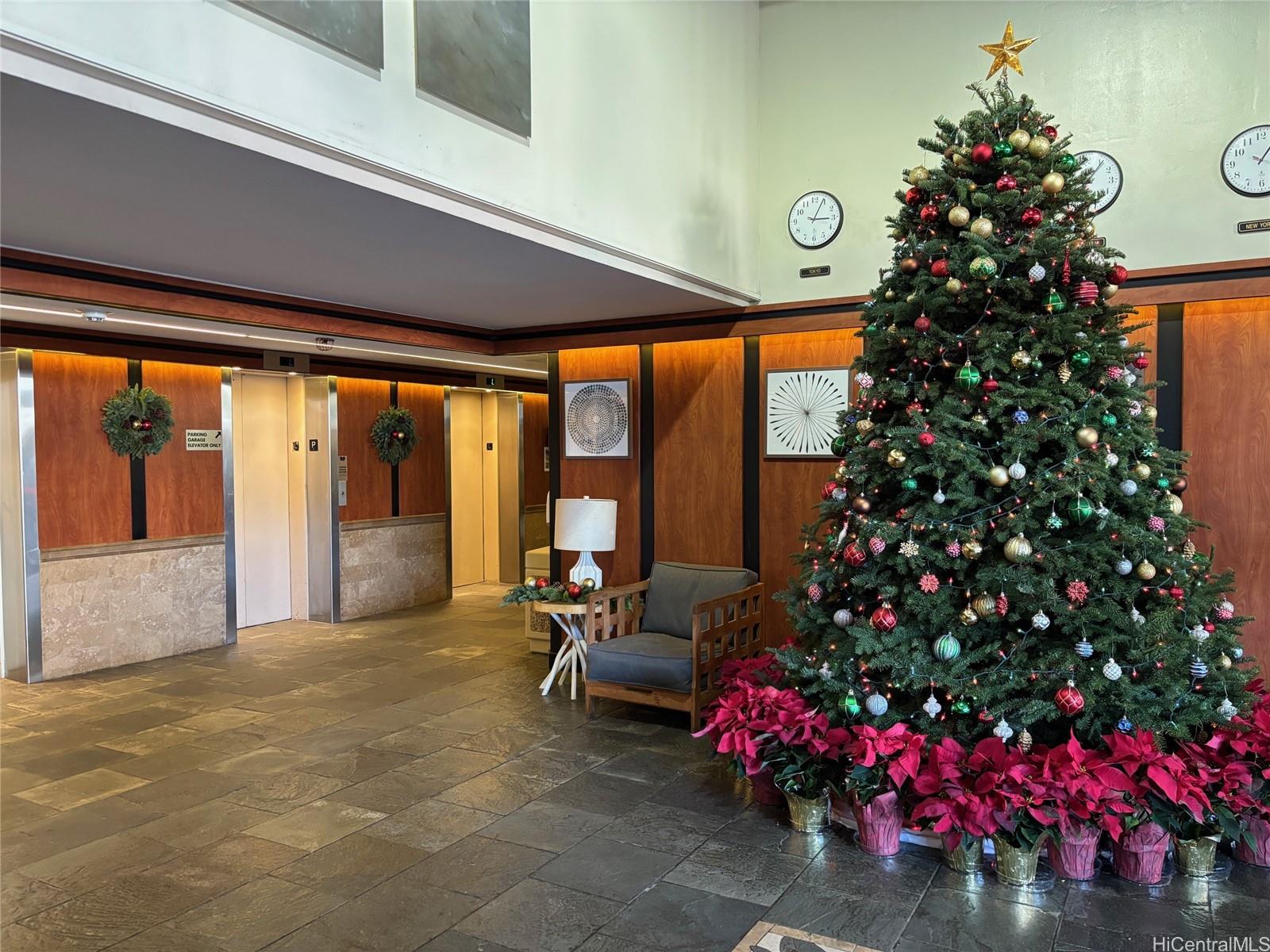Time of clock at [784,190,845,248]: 3:04
